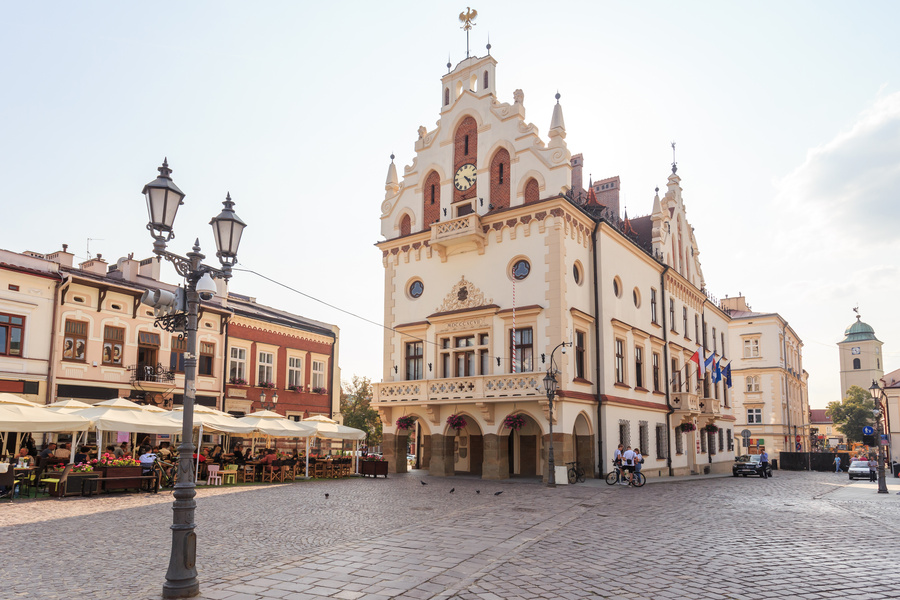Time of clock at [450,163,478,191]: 4:24
